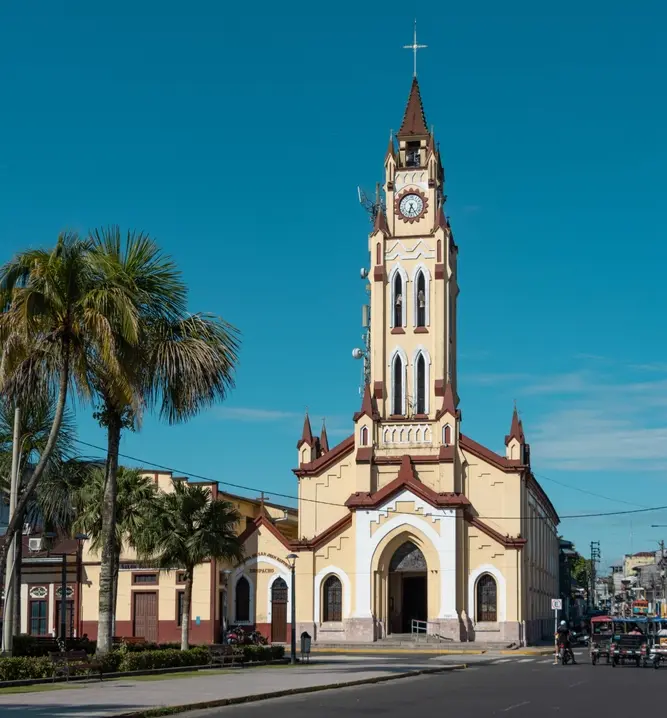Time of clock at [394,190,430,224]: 6:24
